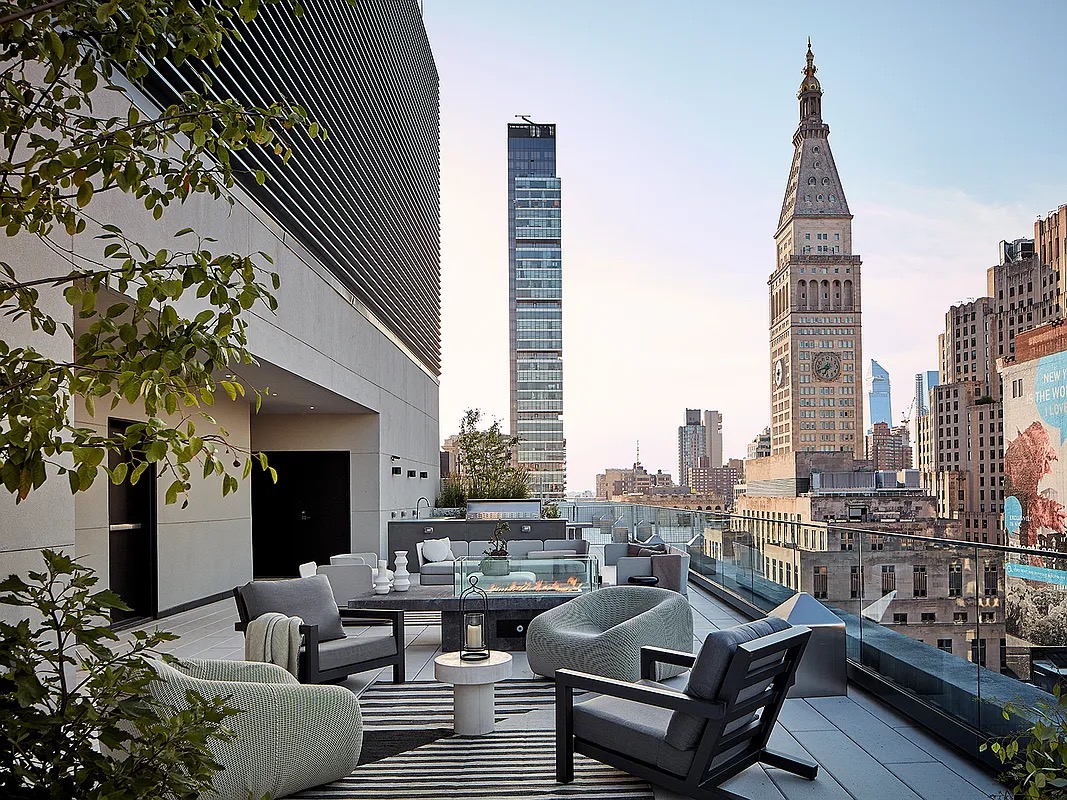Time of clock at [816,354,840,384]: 6:41
